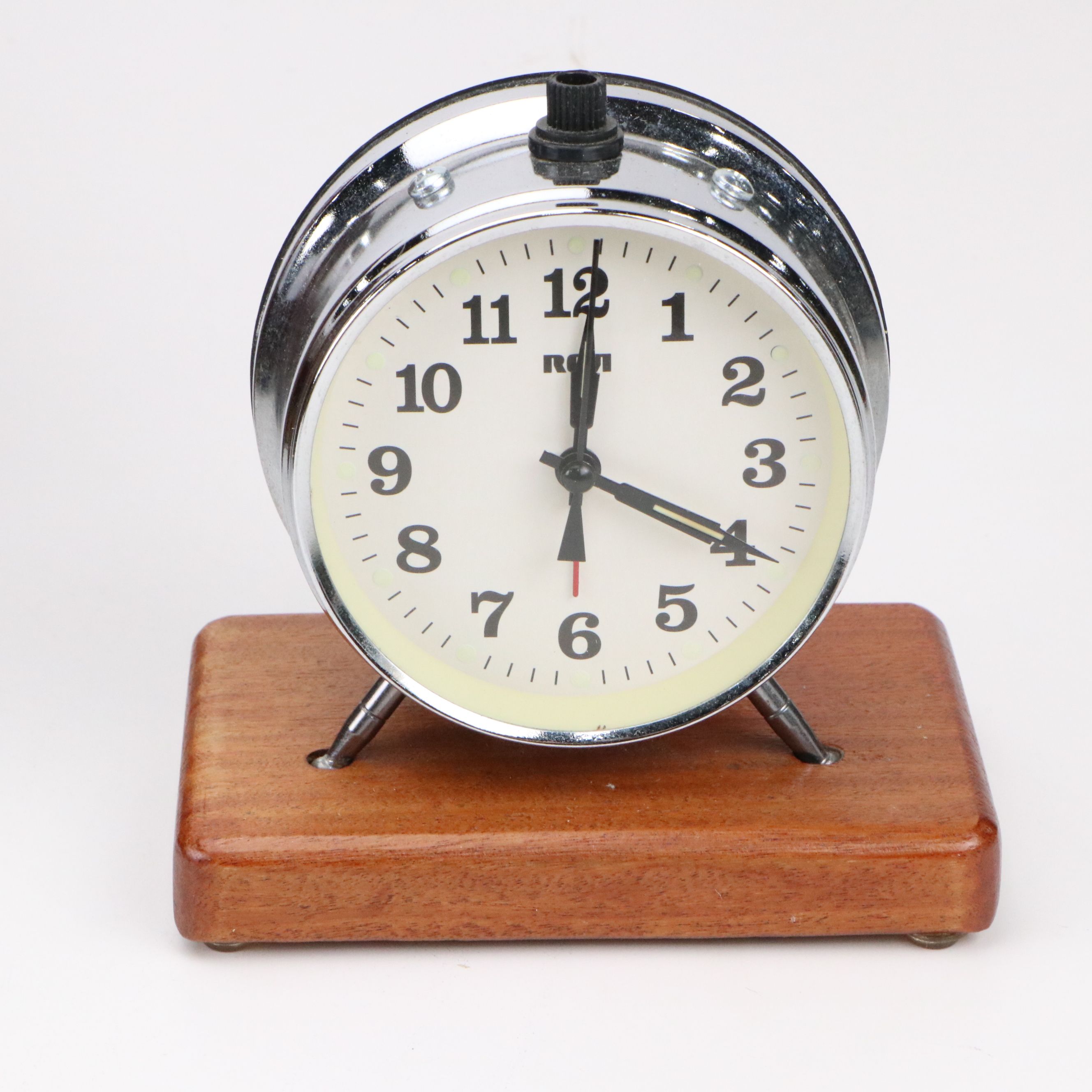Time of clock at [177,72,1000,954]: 4:00
